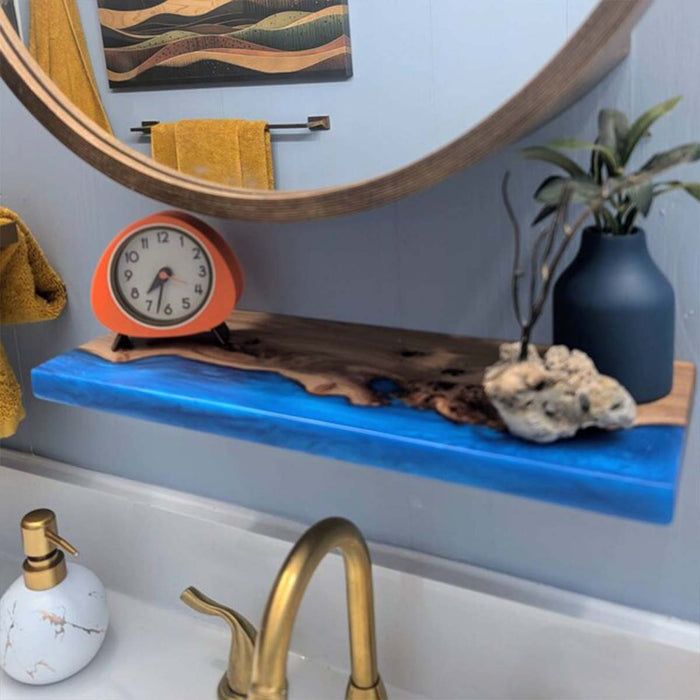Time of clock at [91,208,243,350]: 7:32
